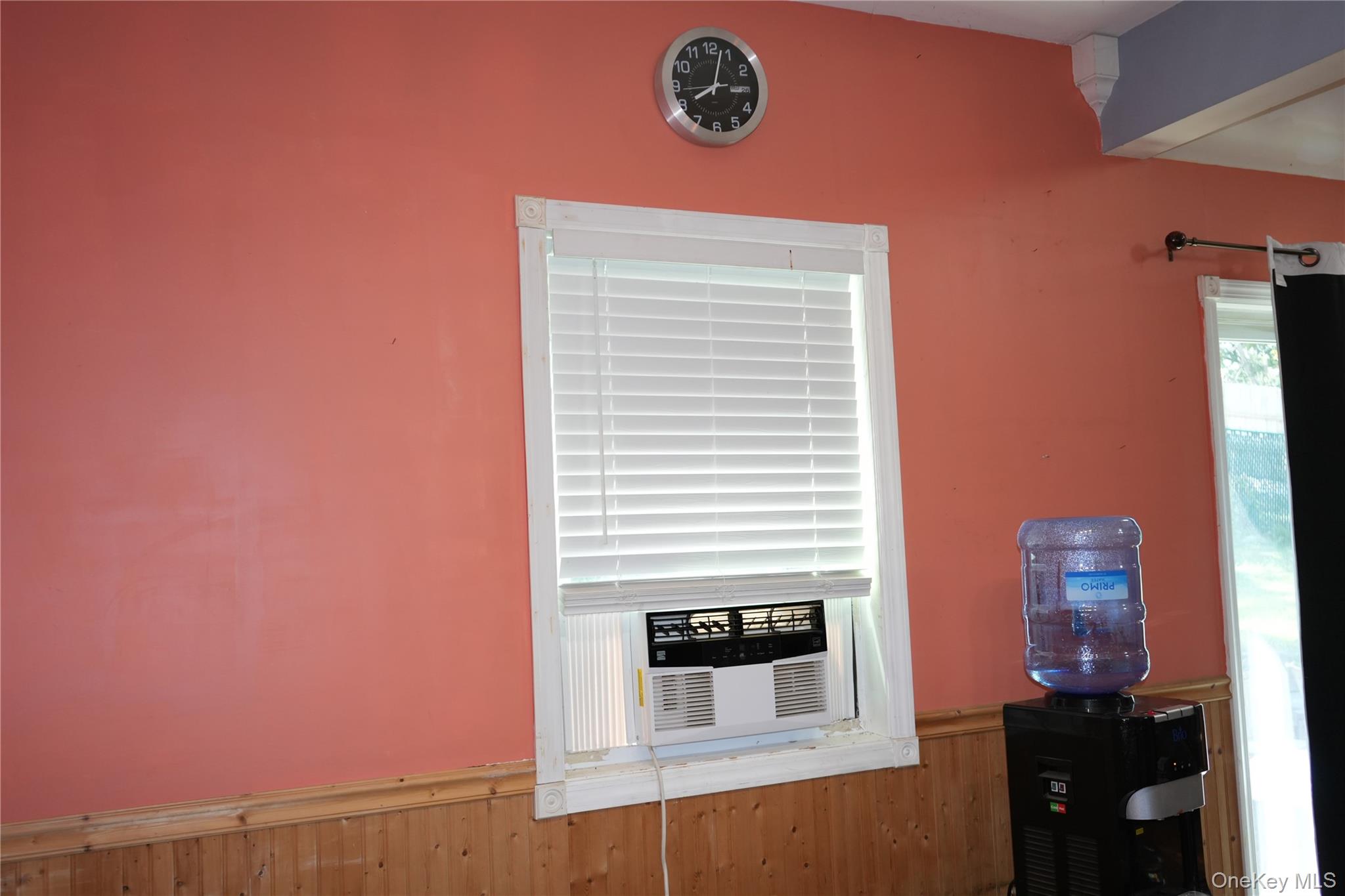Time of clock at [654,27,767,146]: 8:02
